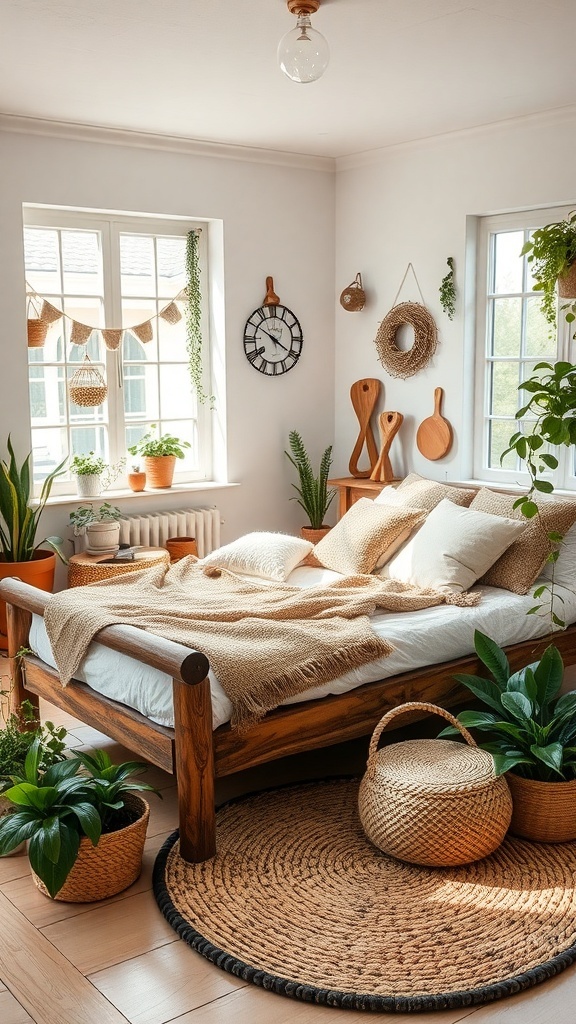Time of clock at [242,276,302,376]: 10:20
